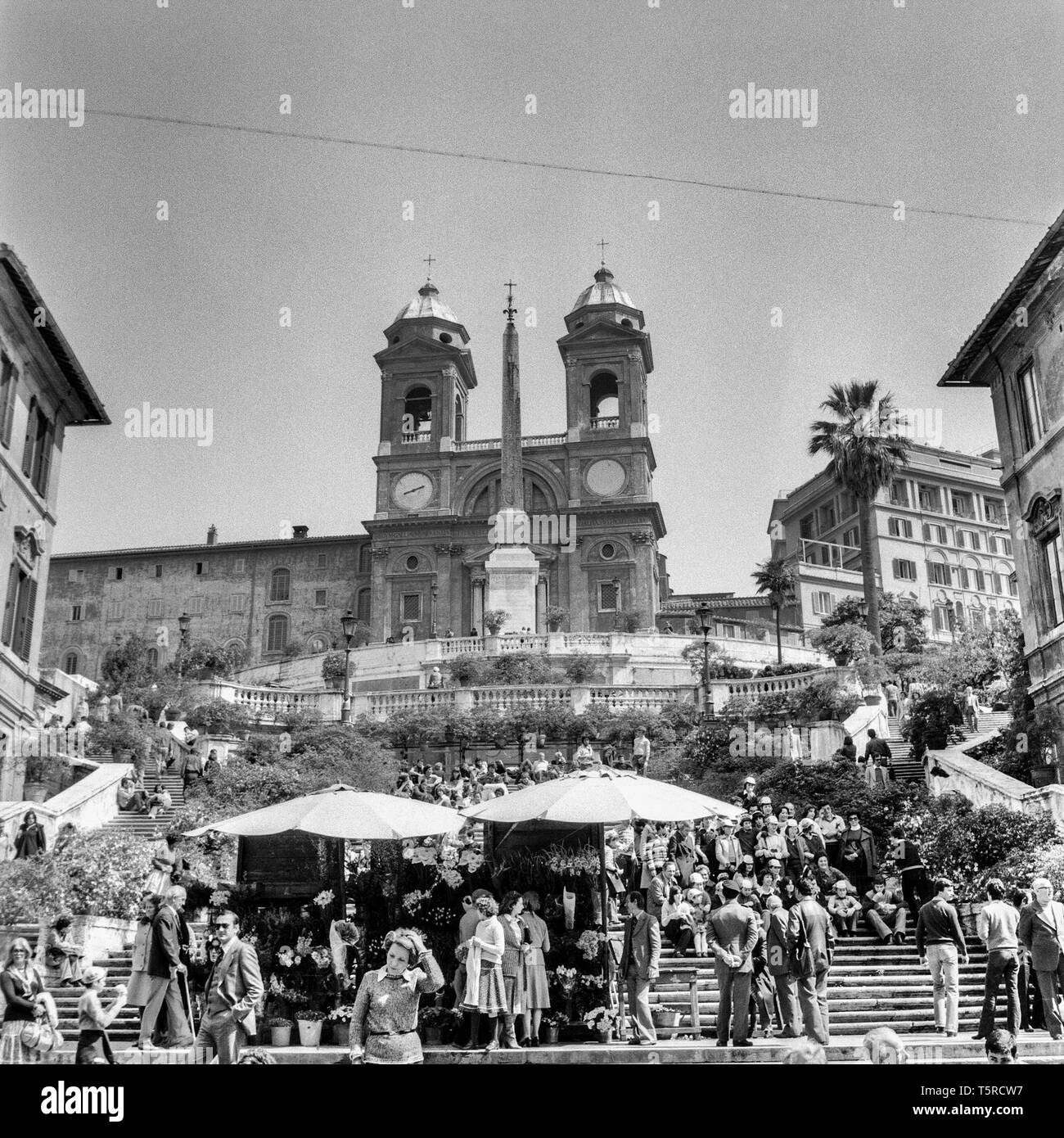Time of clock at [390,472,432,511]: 8:11
